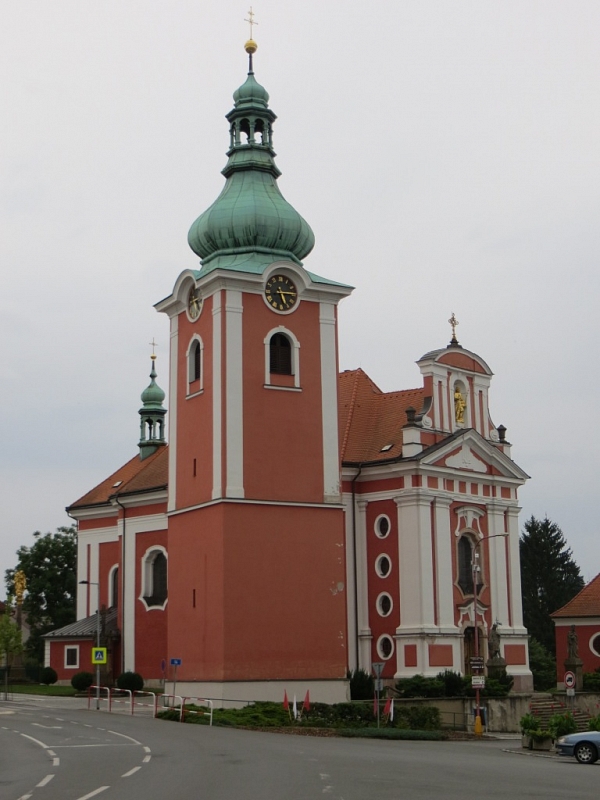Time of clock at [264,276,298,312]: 5:14
